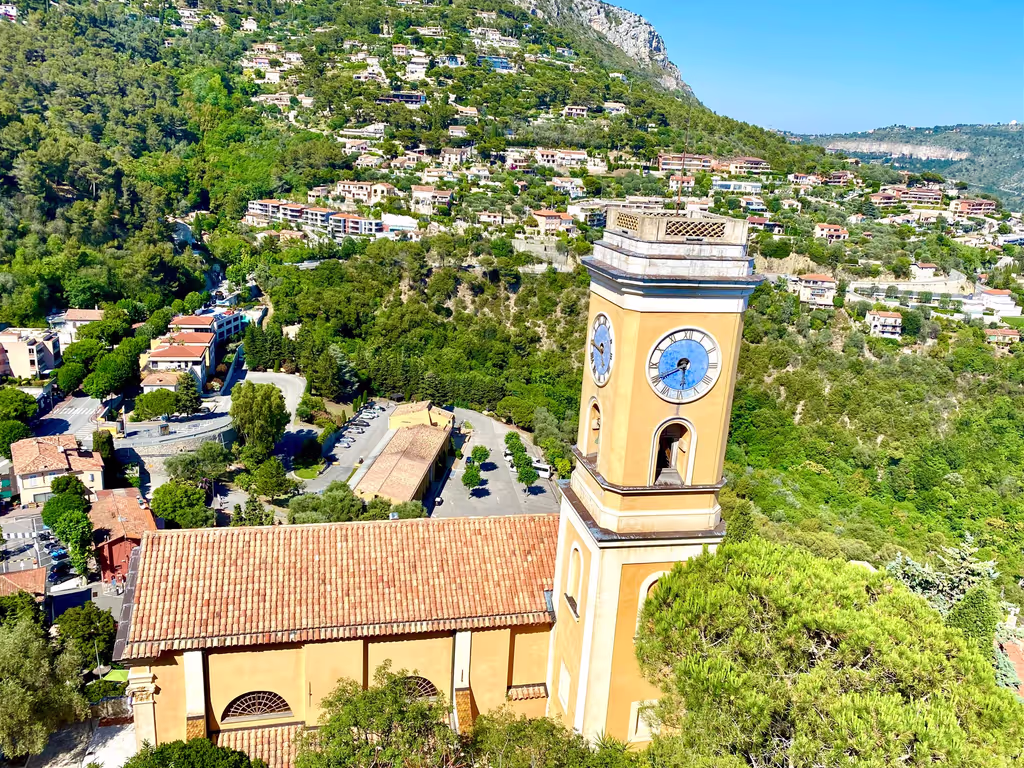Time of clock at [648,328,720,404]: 5:40
